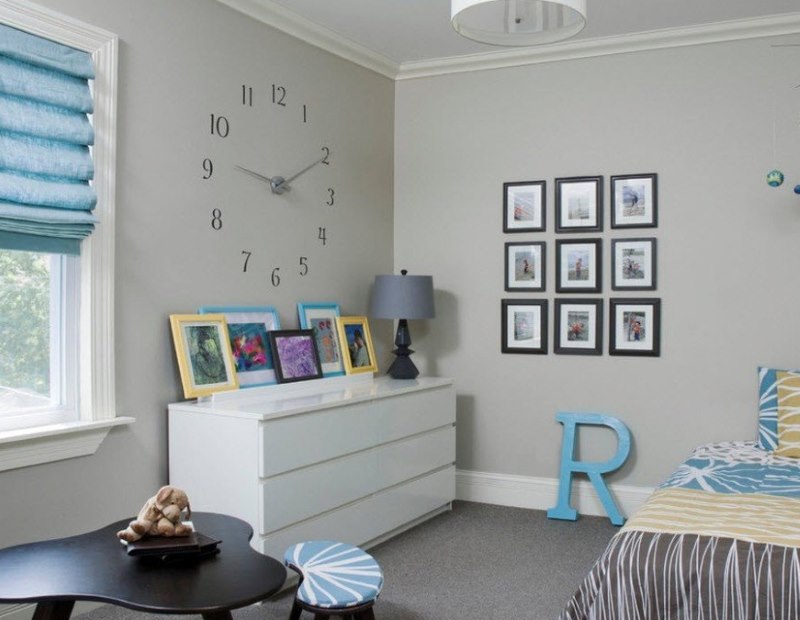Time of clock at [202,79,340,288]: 9:10
